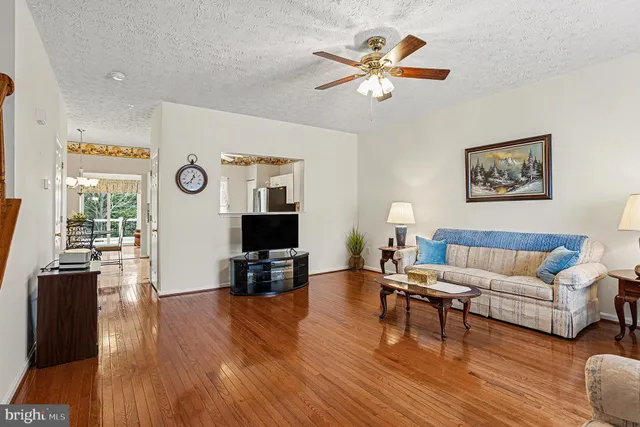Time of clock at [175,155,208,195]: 12:37
